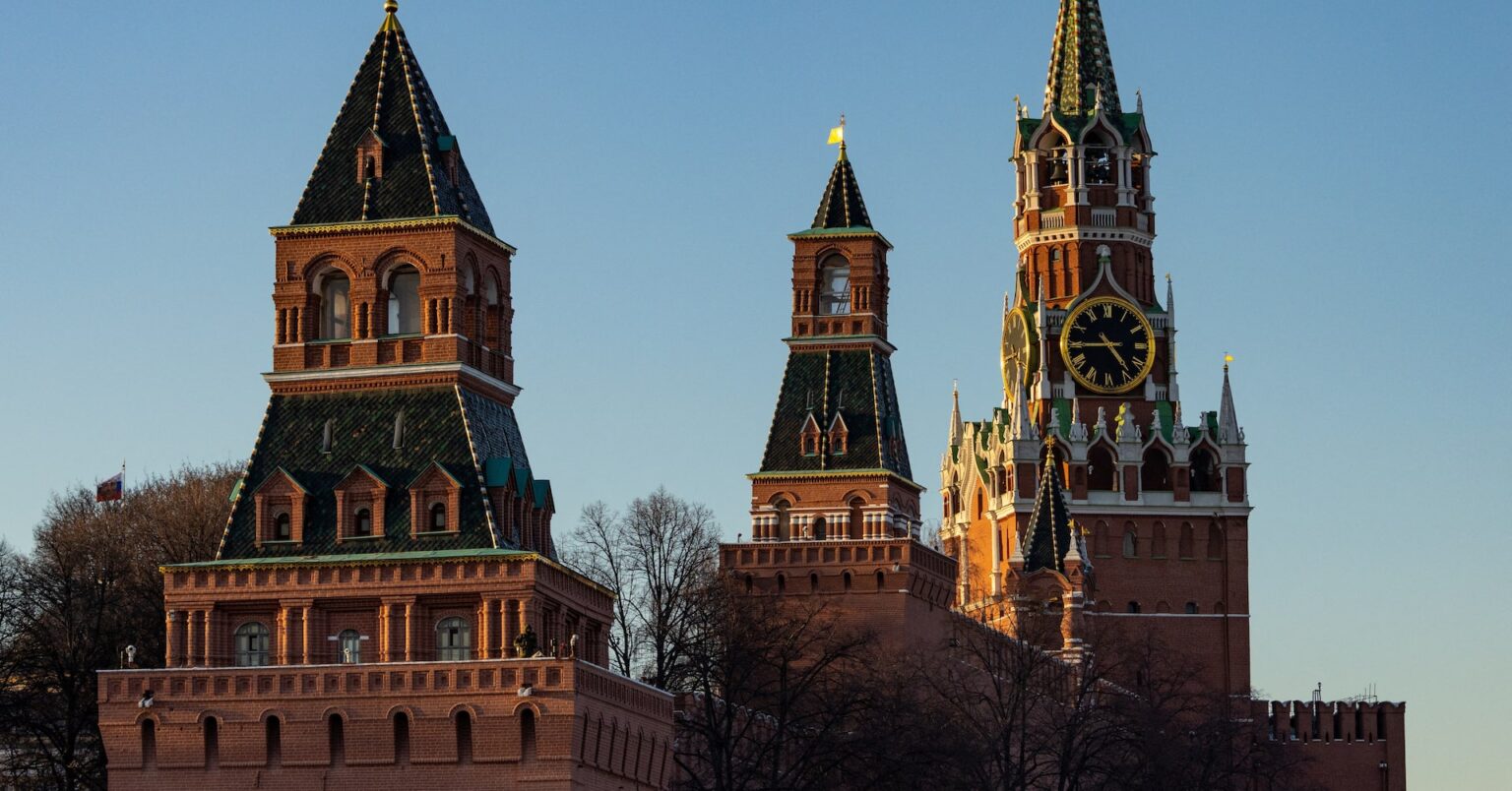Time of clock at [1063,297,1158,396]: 4:44
